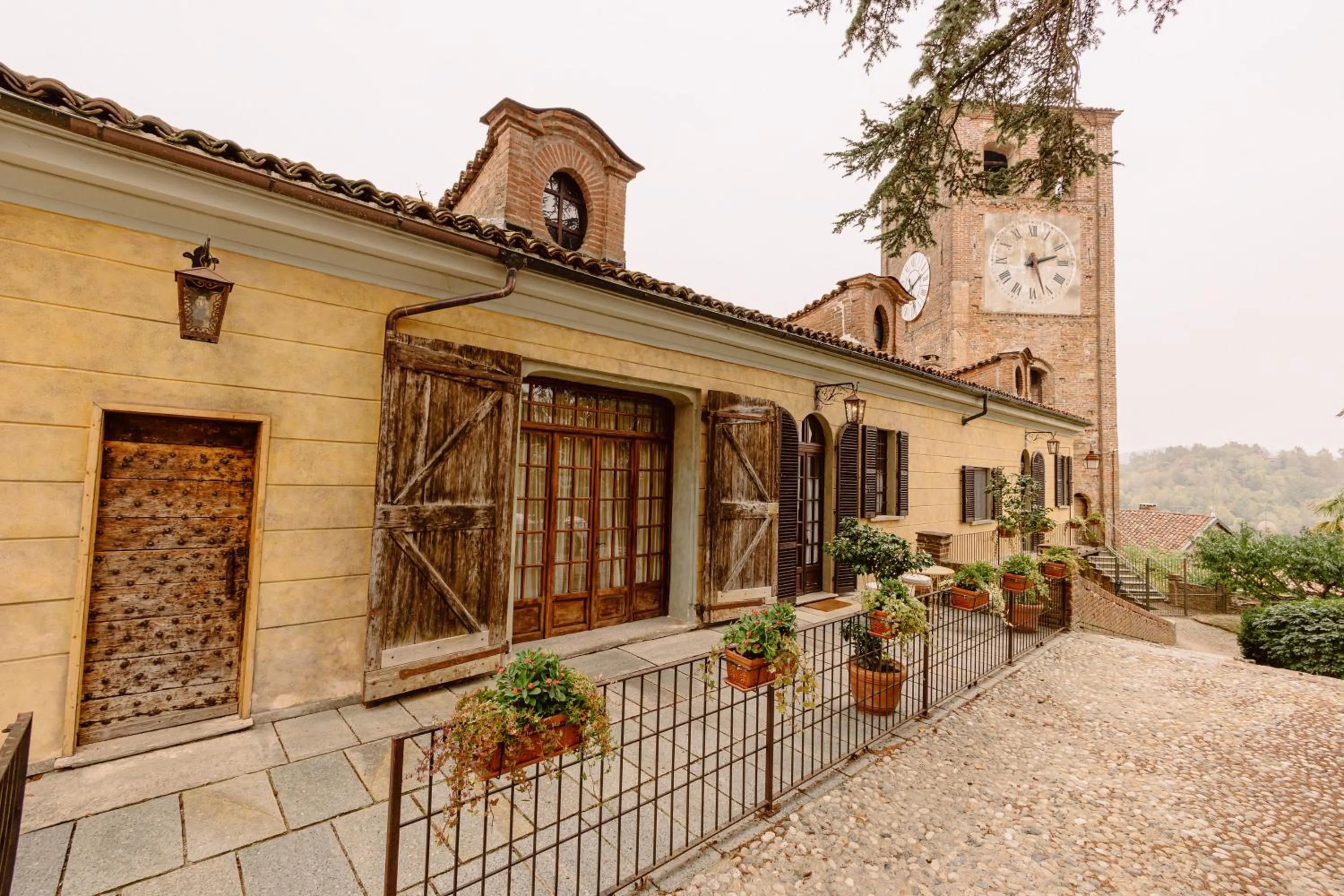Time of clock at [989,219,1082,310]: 2:26
